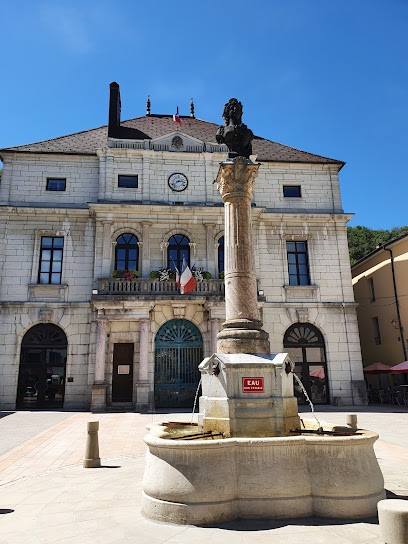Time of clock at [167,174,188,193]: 2:38
